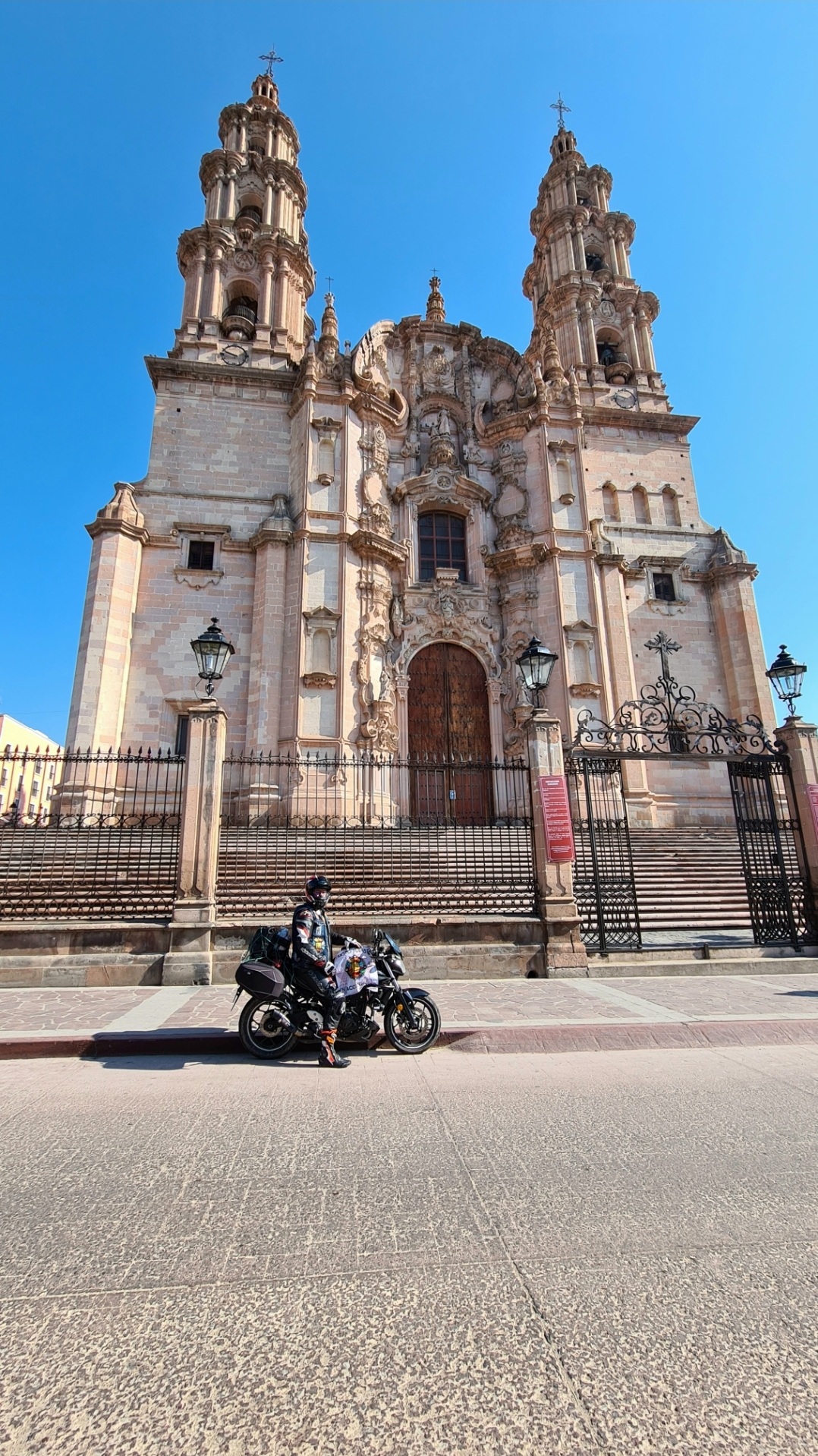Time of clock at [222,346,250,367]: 9:48
